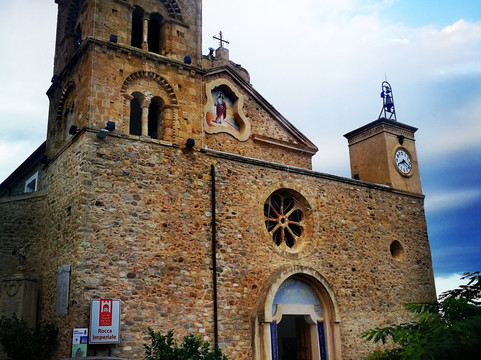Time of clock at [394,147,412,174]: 8:20
